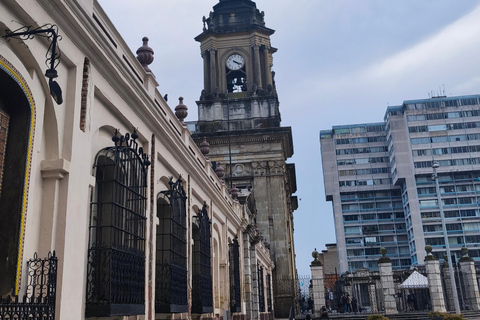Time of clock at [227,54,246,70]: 4:18
